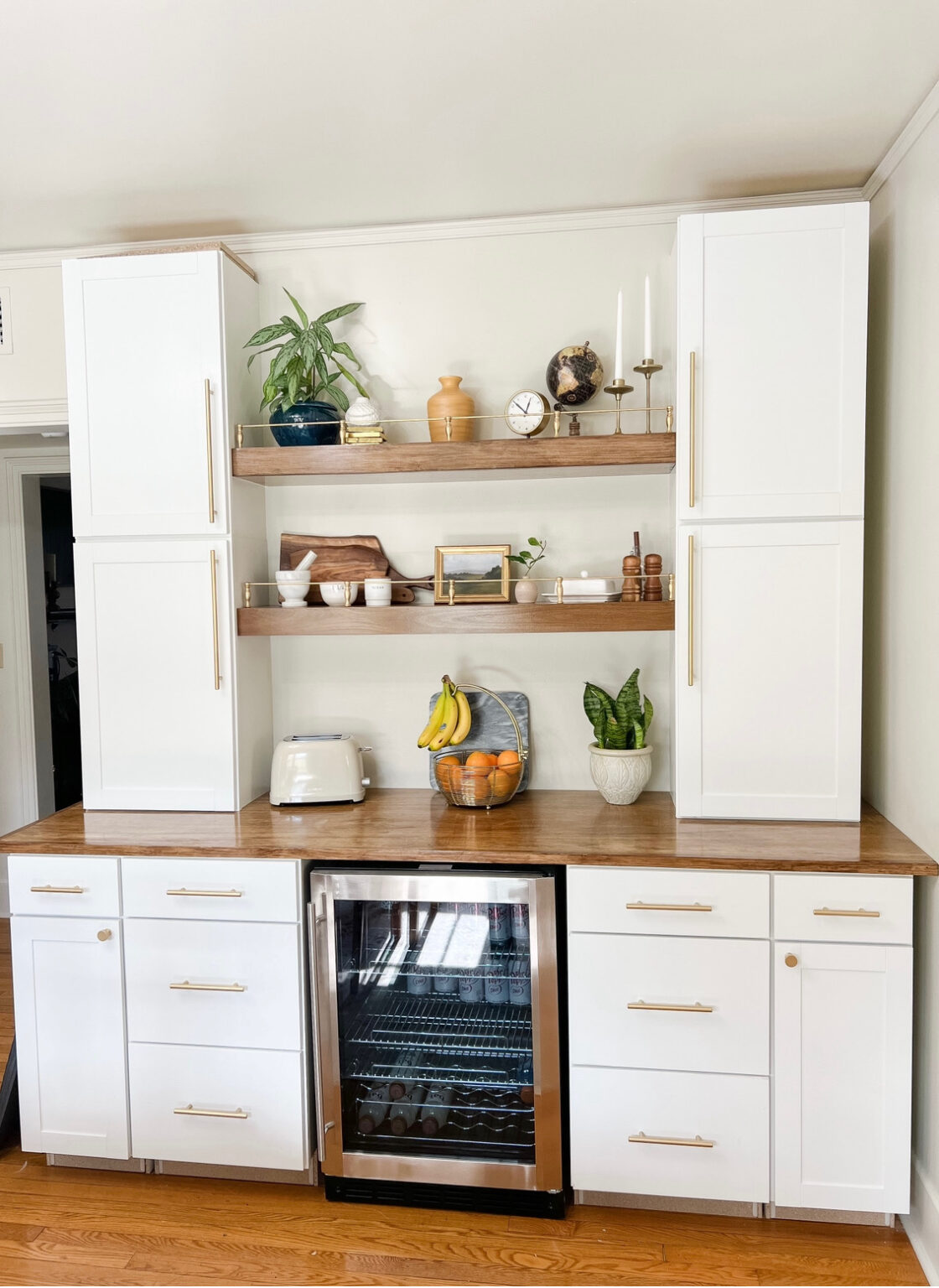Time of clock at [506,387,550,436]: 12:52
